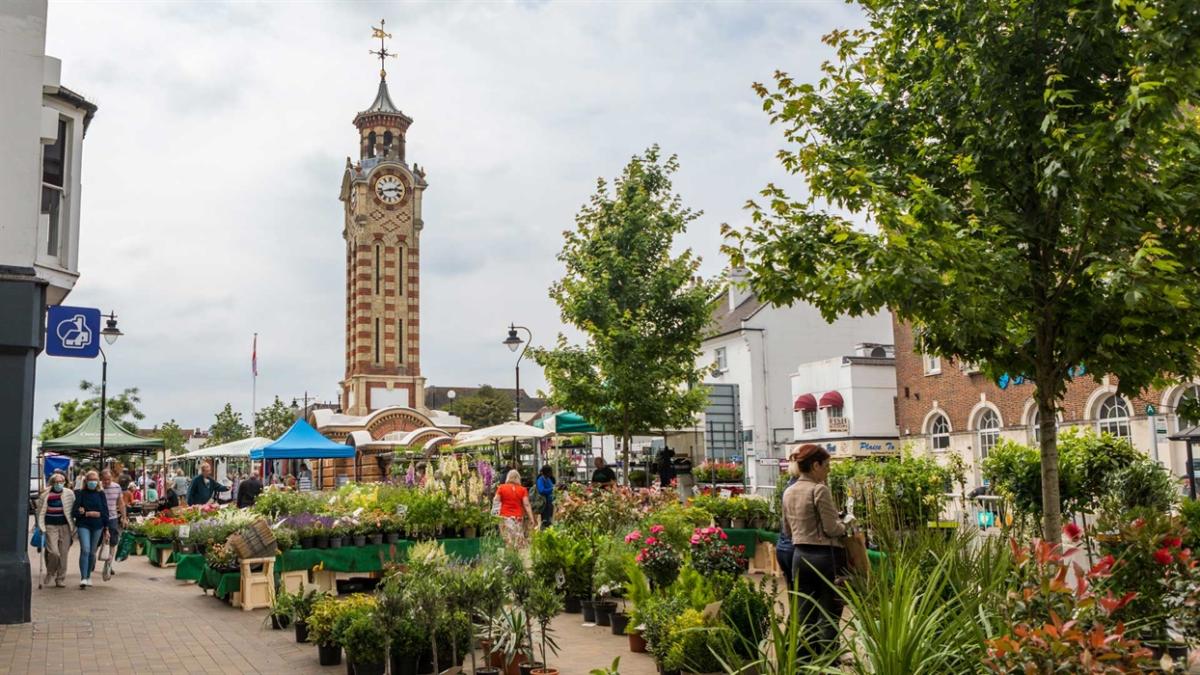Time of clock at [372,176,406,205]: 2:42
